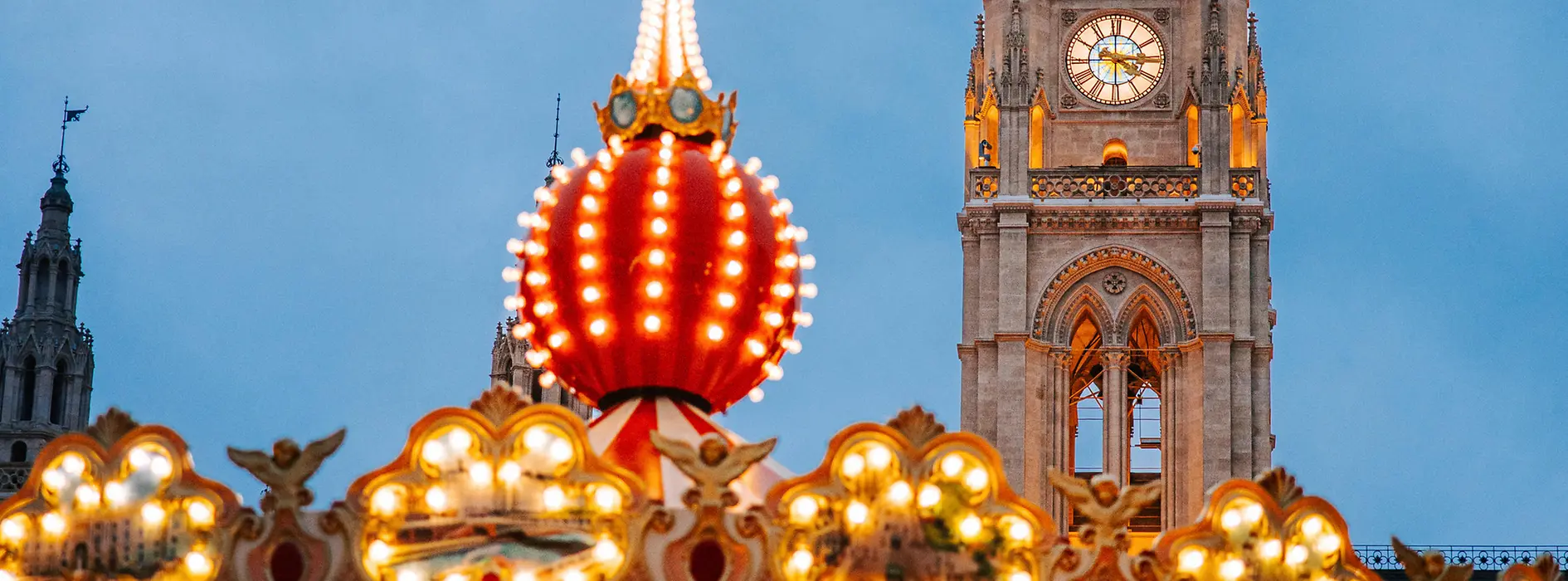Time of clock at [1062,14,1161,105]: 3:29
